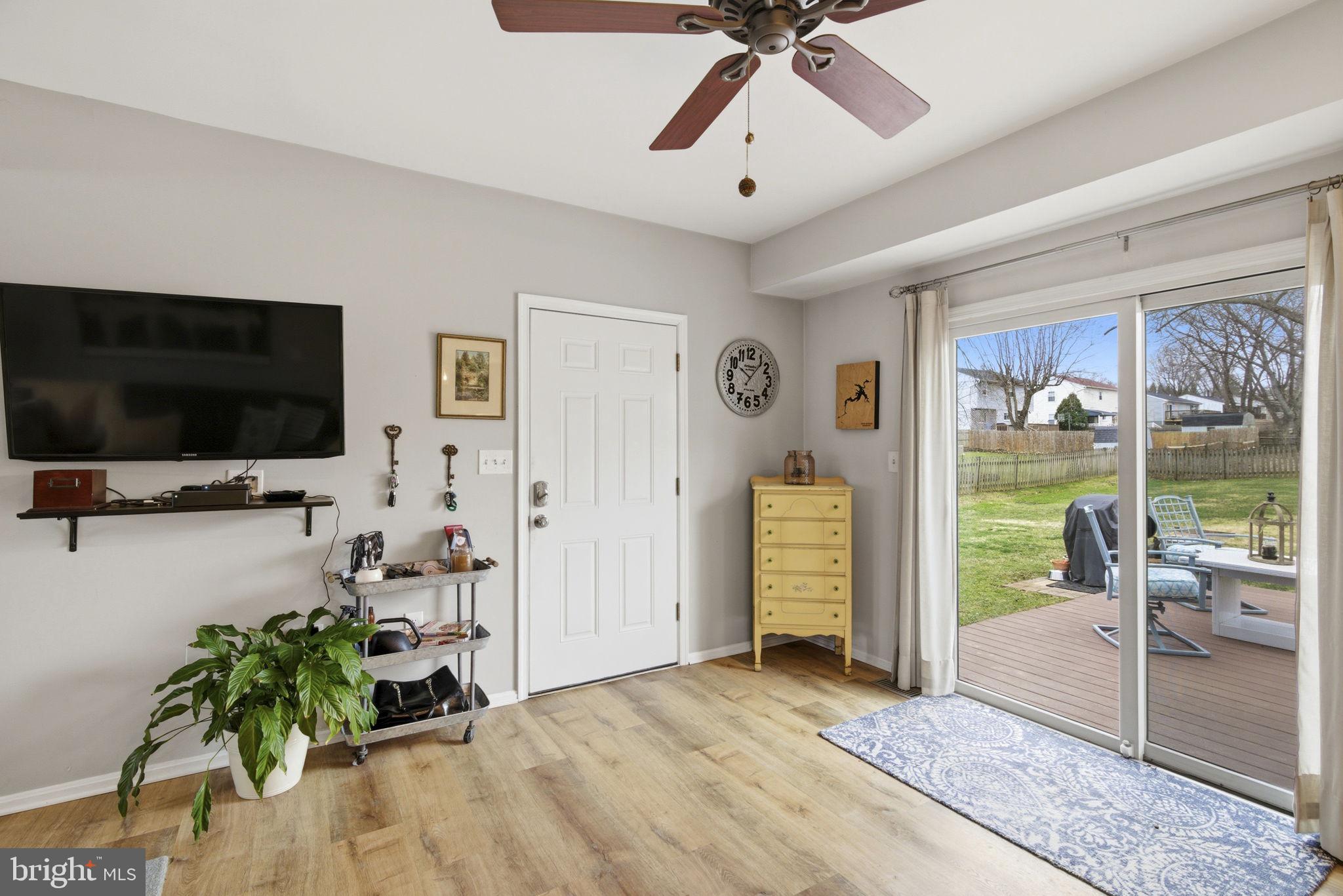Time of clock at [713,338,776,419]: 10:07
